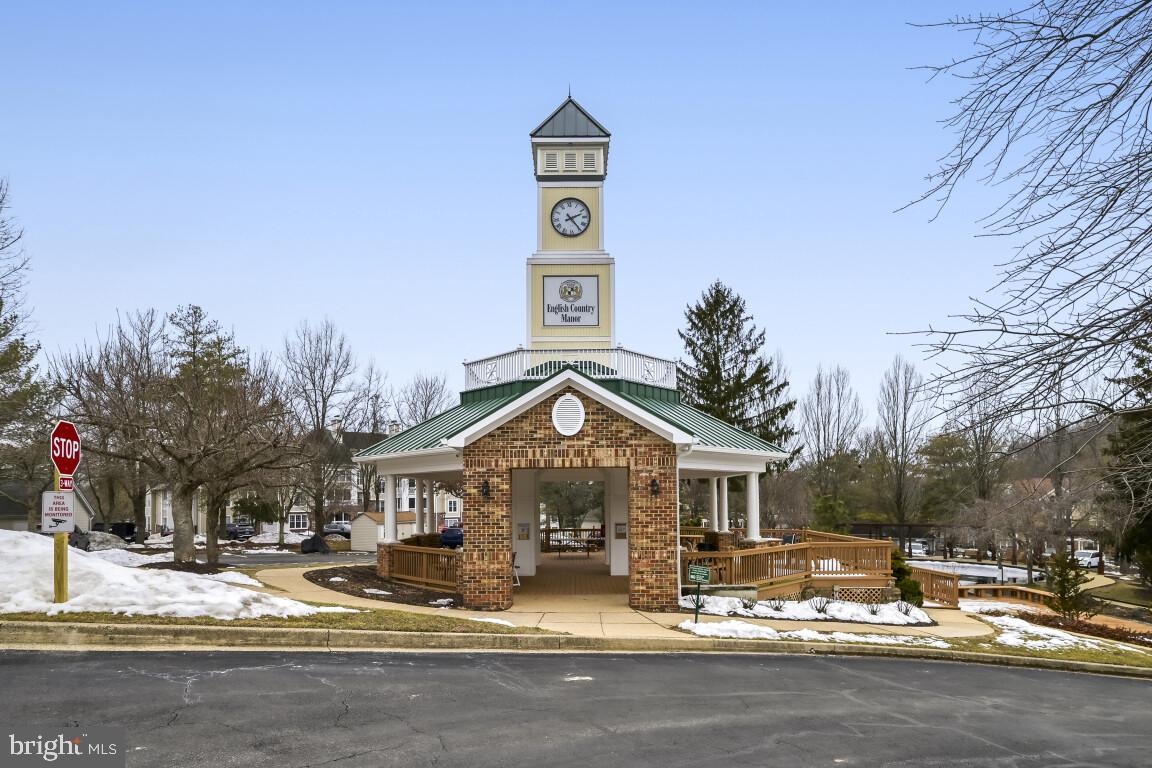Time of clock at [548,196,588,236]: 2:24
